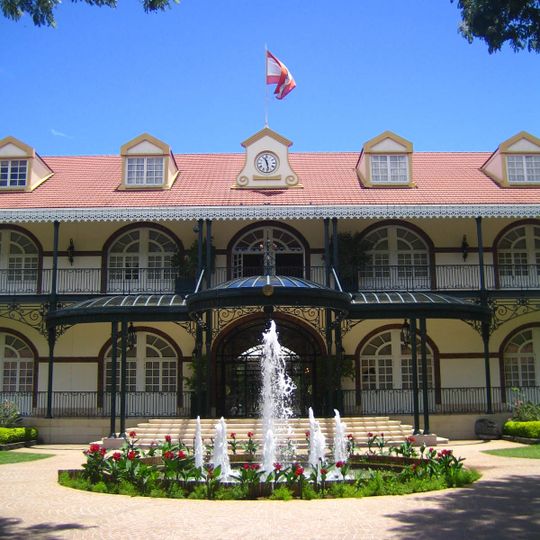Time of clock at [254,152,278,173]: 11:28
